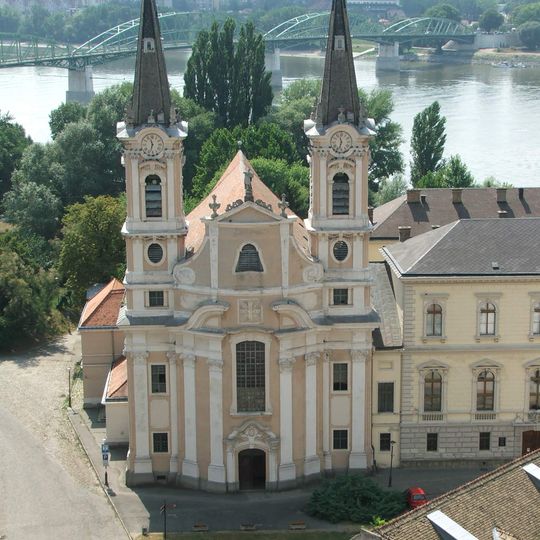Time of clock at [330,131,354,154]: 11:32
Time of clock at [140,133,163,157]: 11:32
